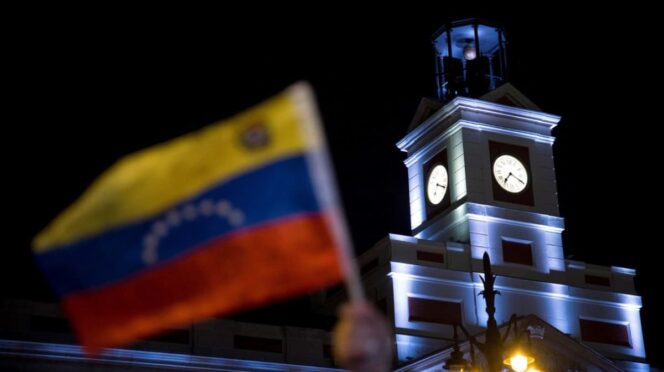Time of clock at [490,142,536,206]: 7:18
